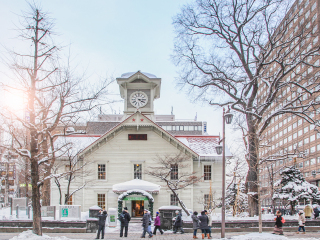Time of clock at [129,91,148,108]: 4:14
